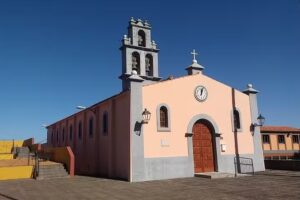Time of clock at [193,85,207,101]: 12:03
